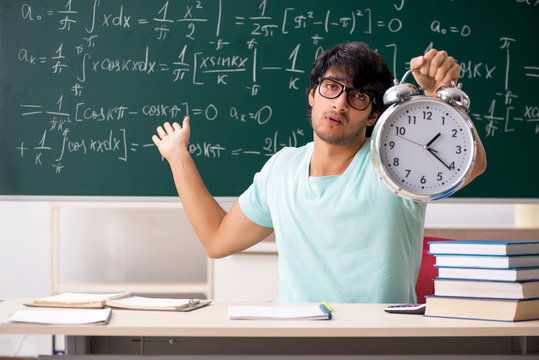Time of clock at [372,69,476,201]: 1:21
